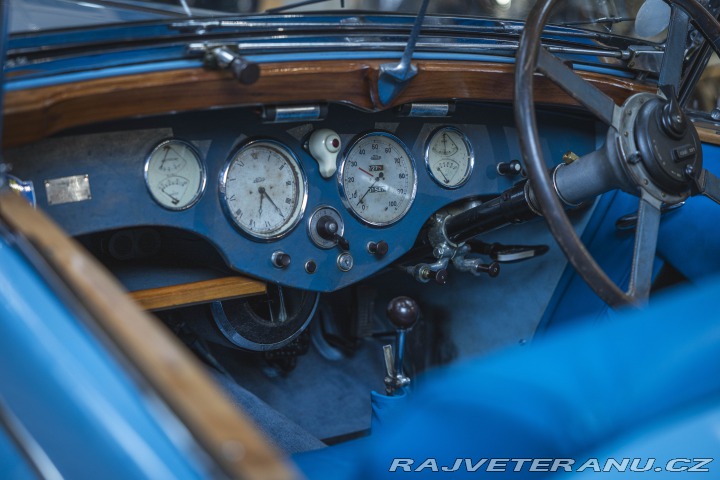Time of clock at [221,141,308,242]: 6:24
